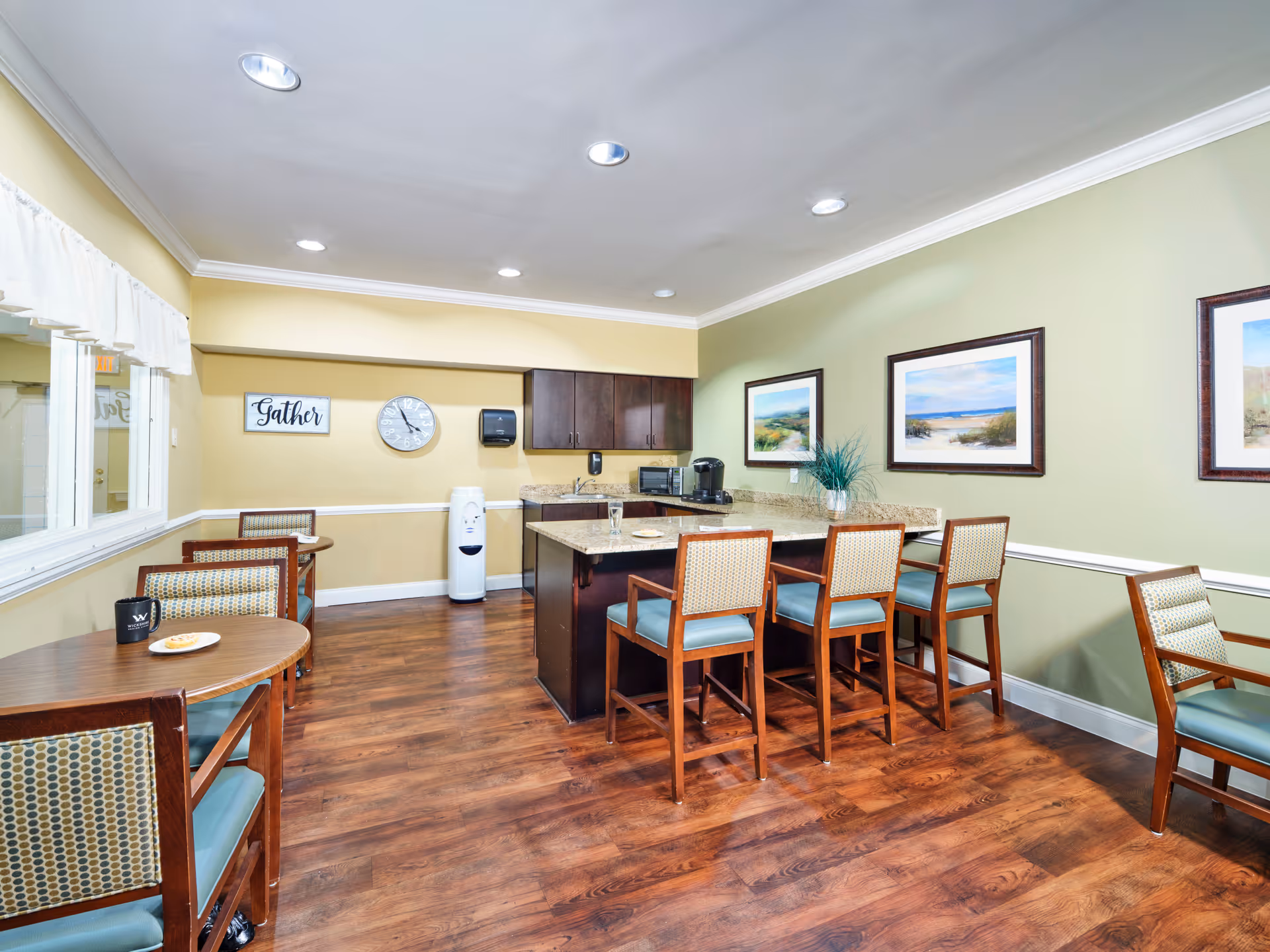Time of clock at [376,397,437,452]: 3:55
